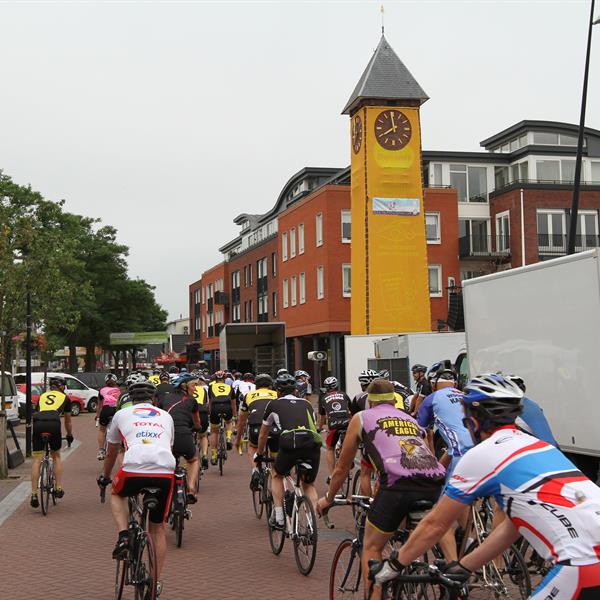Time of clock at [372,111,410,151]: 7:59
